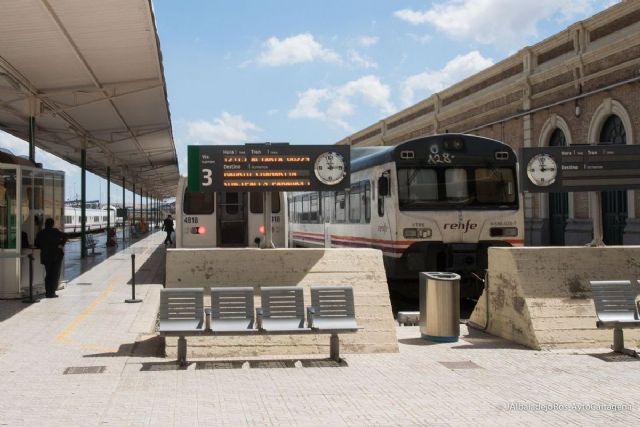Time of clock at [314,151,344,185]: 12:14
